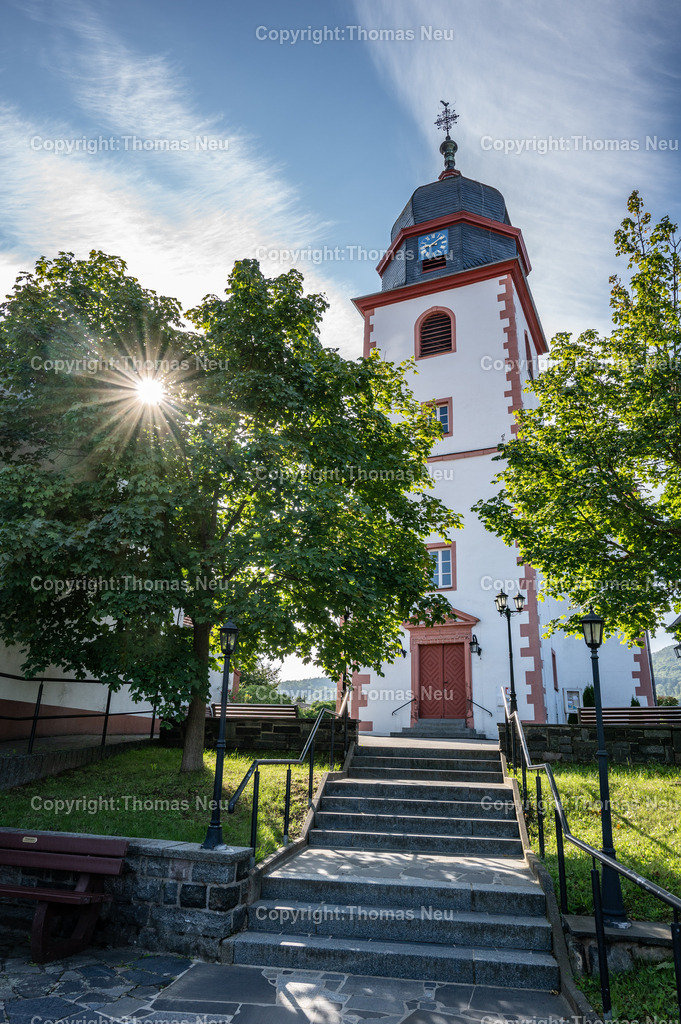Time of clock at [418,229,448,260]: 9:08
